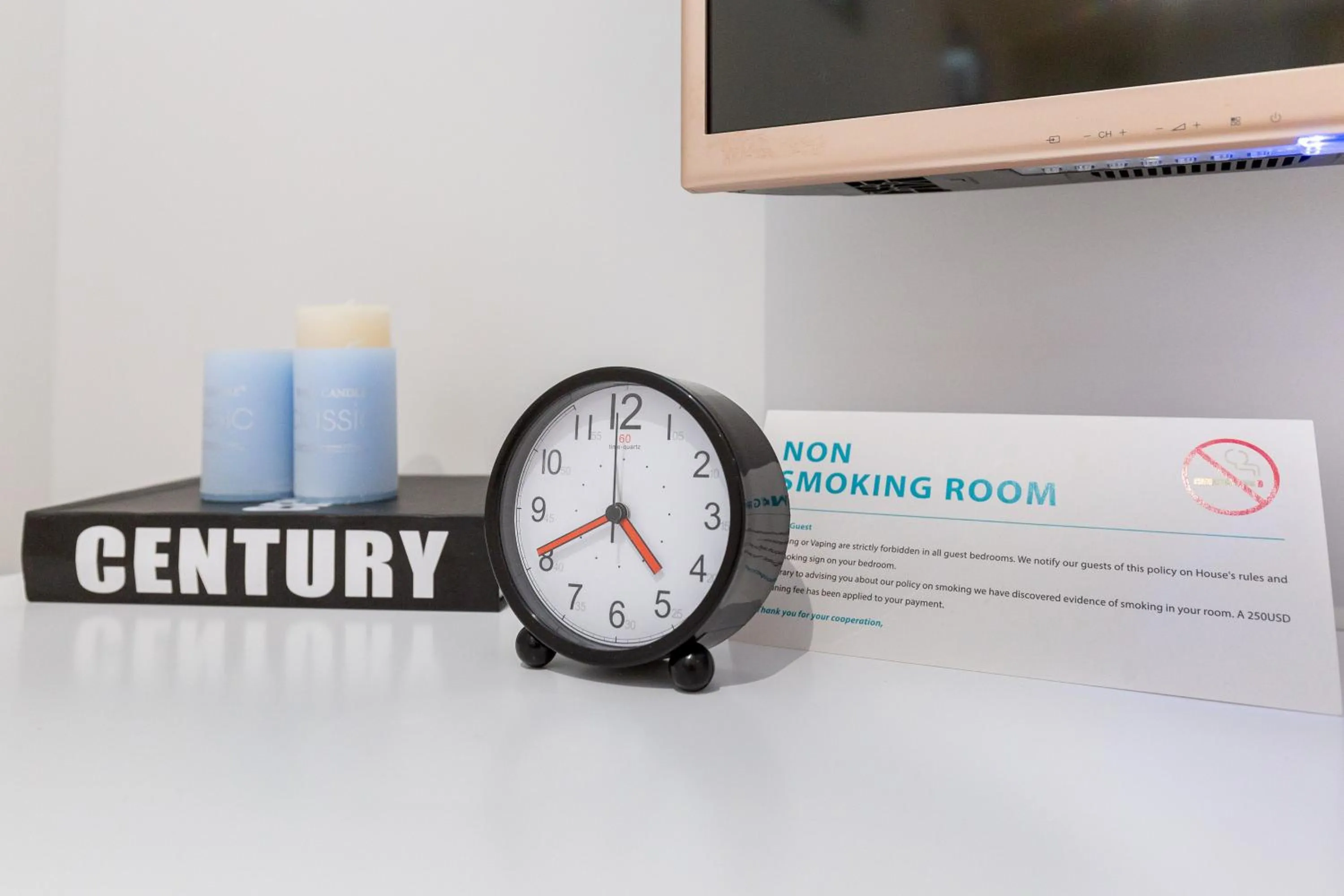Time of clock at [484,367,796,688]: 4:40
